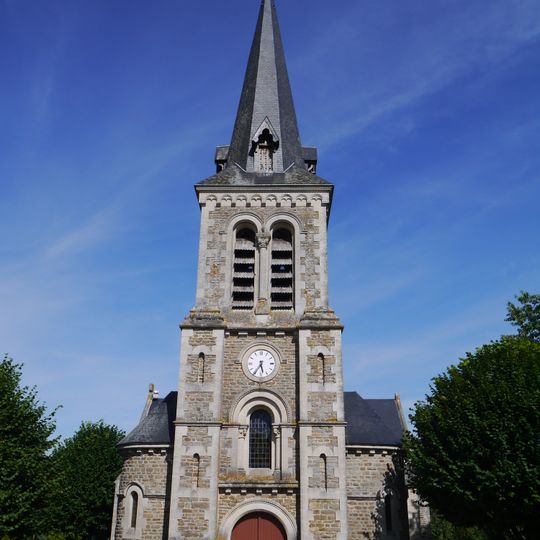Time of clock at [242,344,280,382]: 5:35
